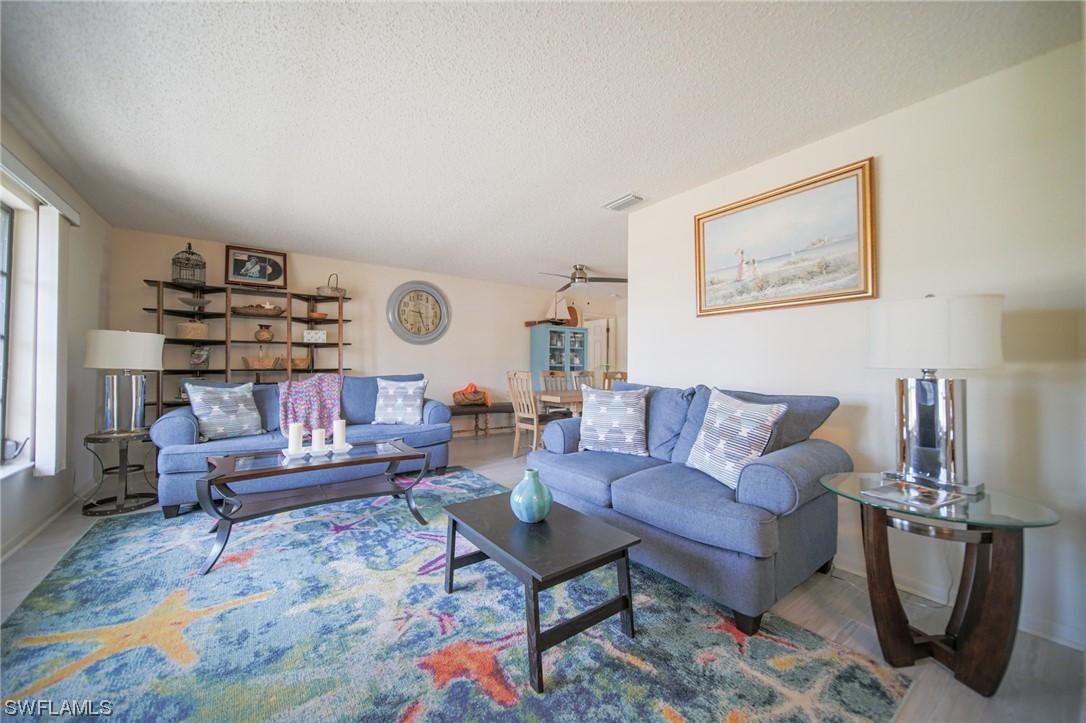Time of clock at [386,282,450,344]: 9:26
